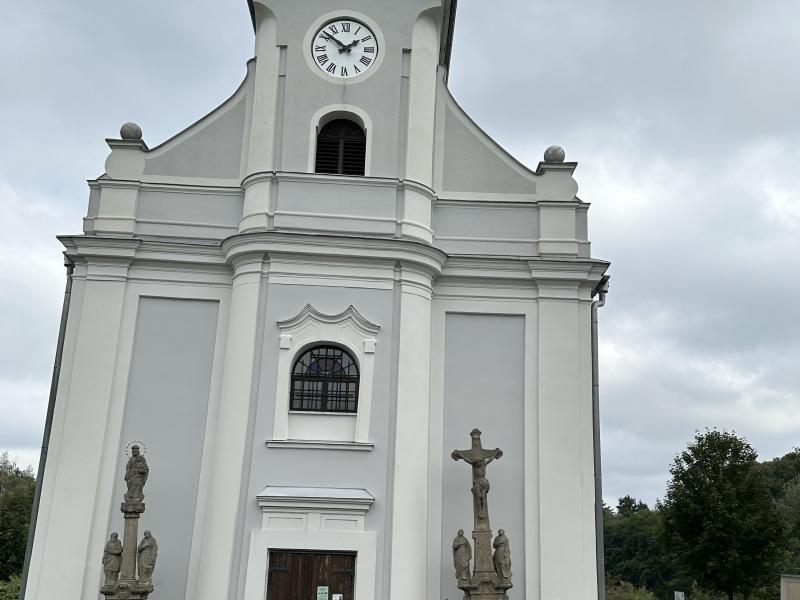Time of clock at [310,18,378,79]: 1:51
